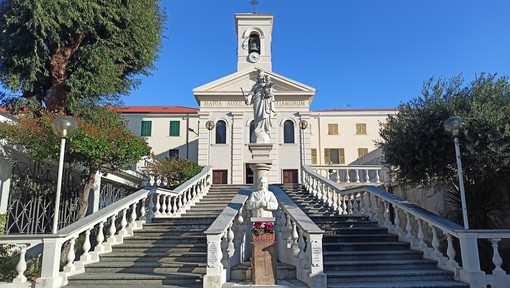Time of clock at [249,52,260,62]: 5:18
